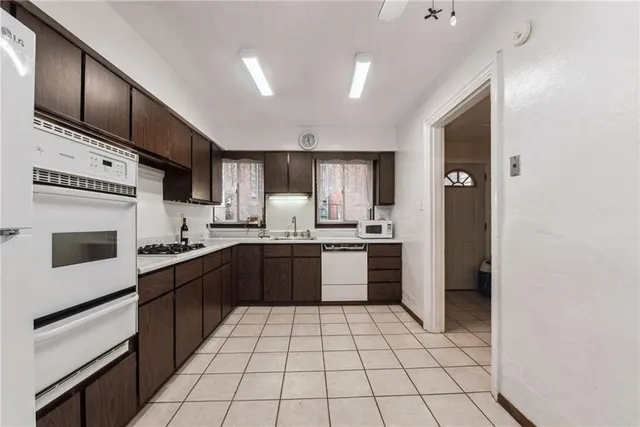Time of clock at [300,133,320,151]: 12:26
